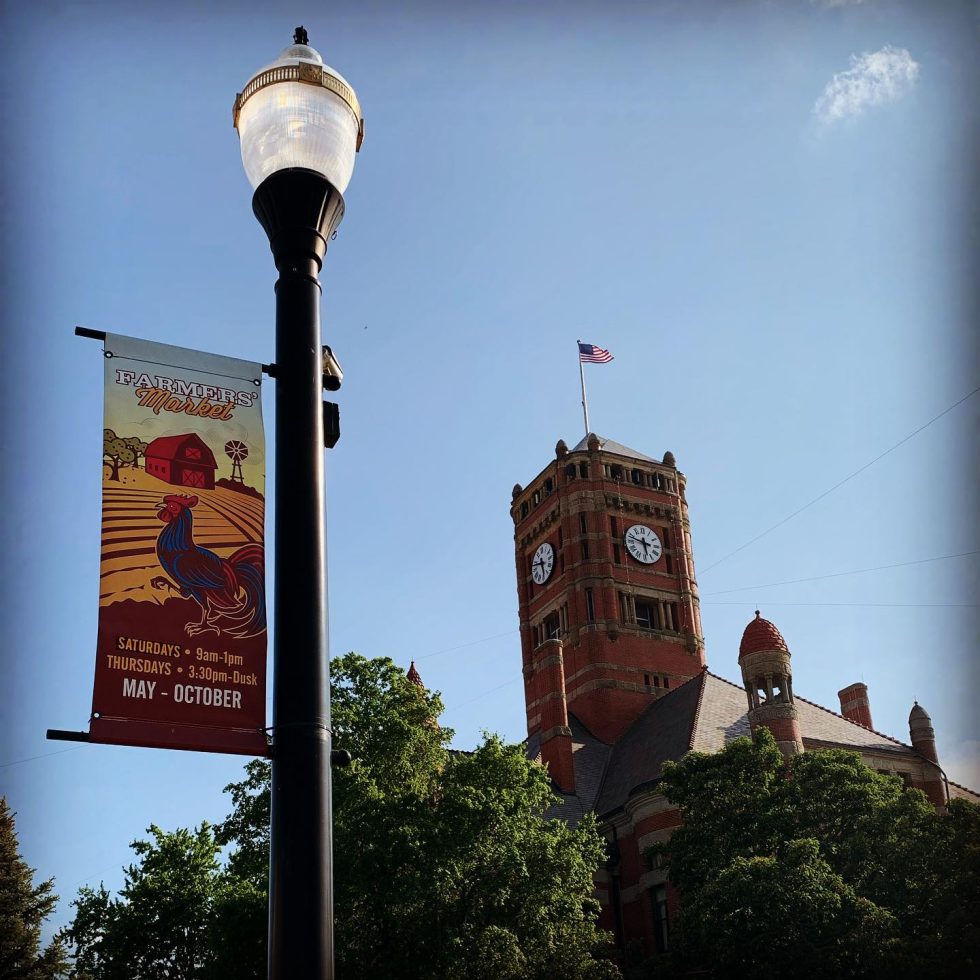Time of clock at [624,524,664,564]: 5:47
